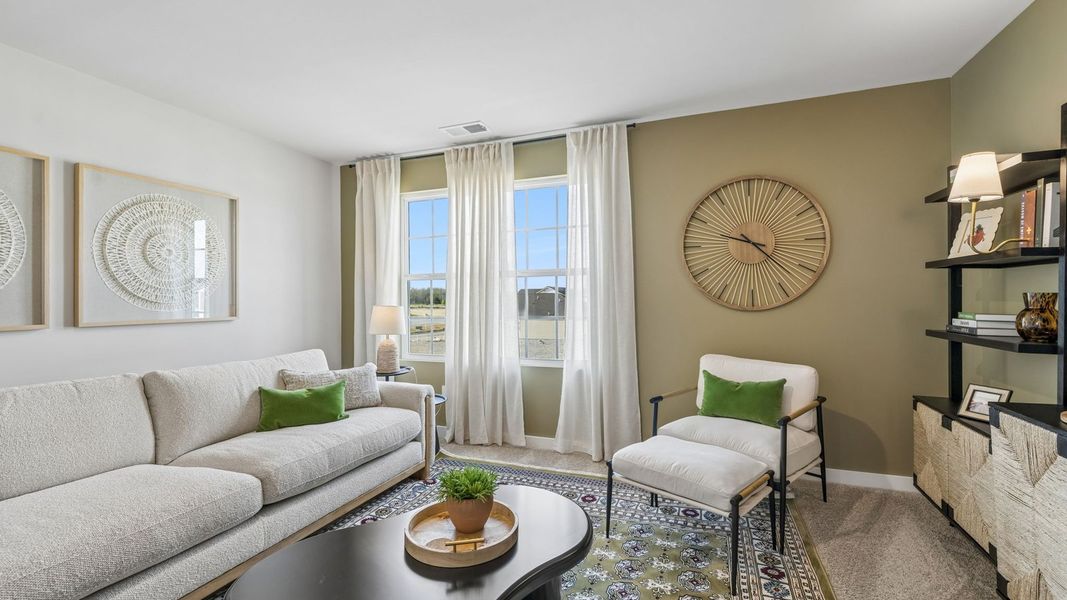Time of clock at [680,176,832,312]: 9:22
